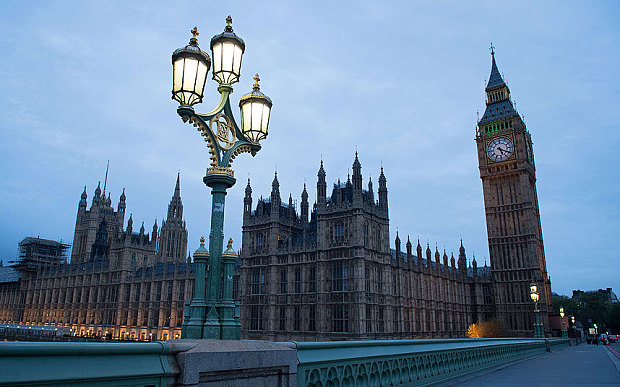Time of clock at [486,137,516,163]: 5:18
